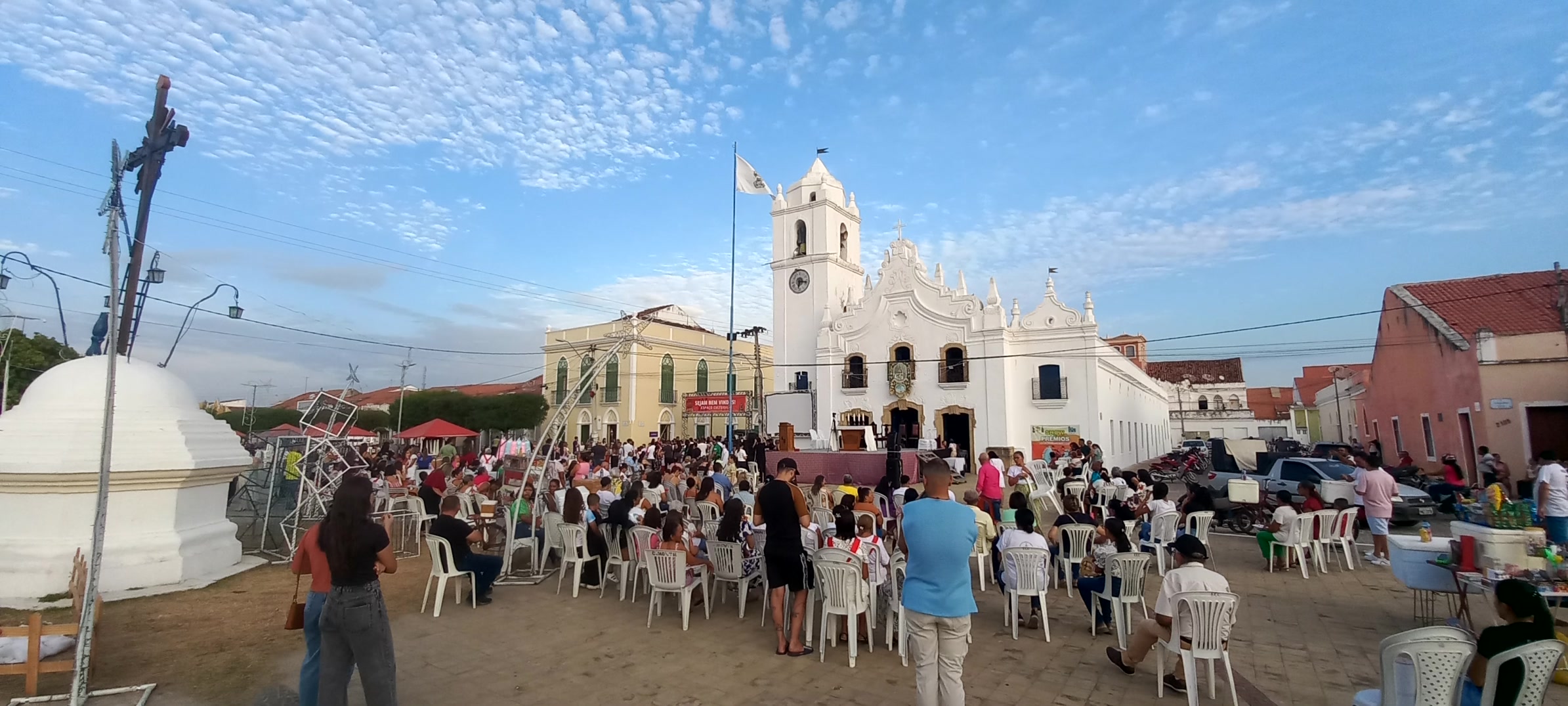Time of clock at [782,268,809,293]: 6:17
